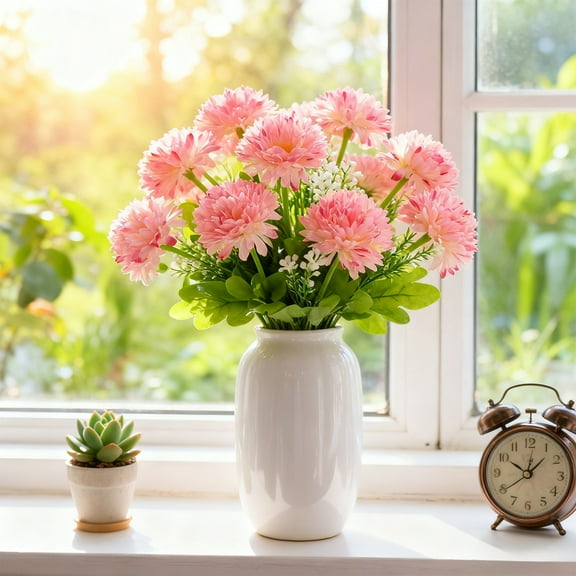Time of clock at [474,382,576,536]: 10:07
